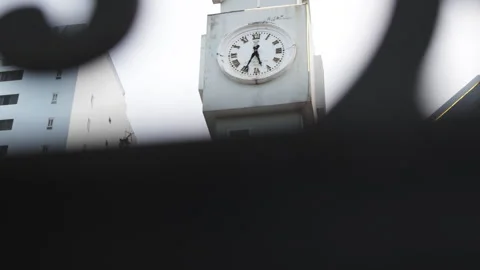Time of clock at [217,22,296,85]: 5:34
